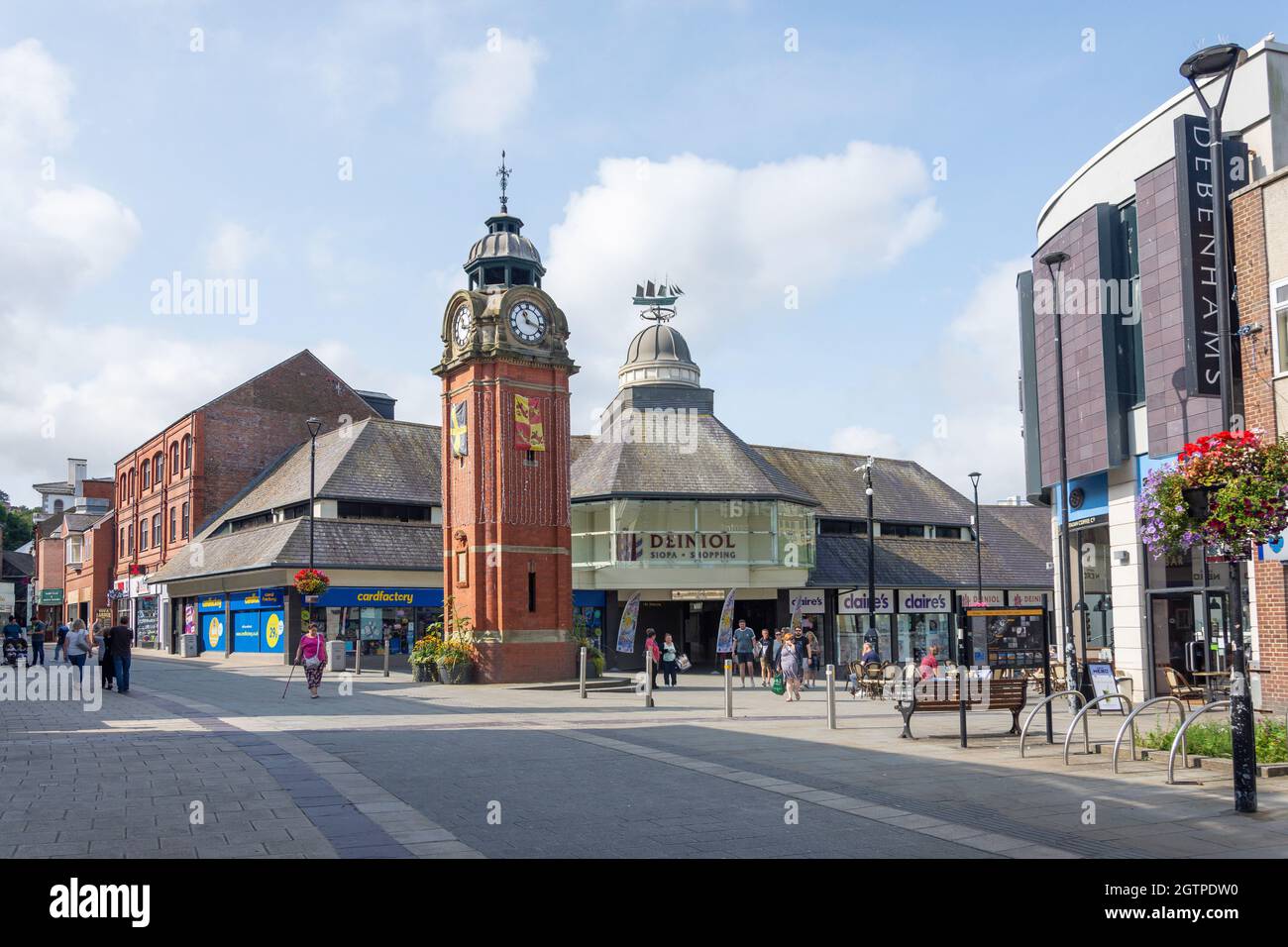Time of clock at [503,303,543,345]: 11:18
